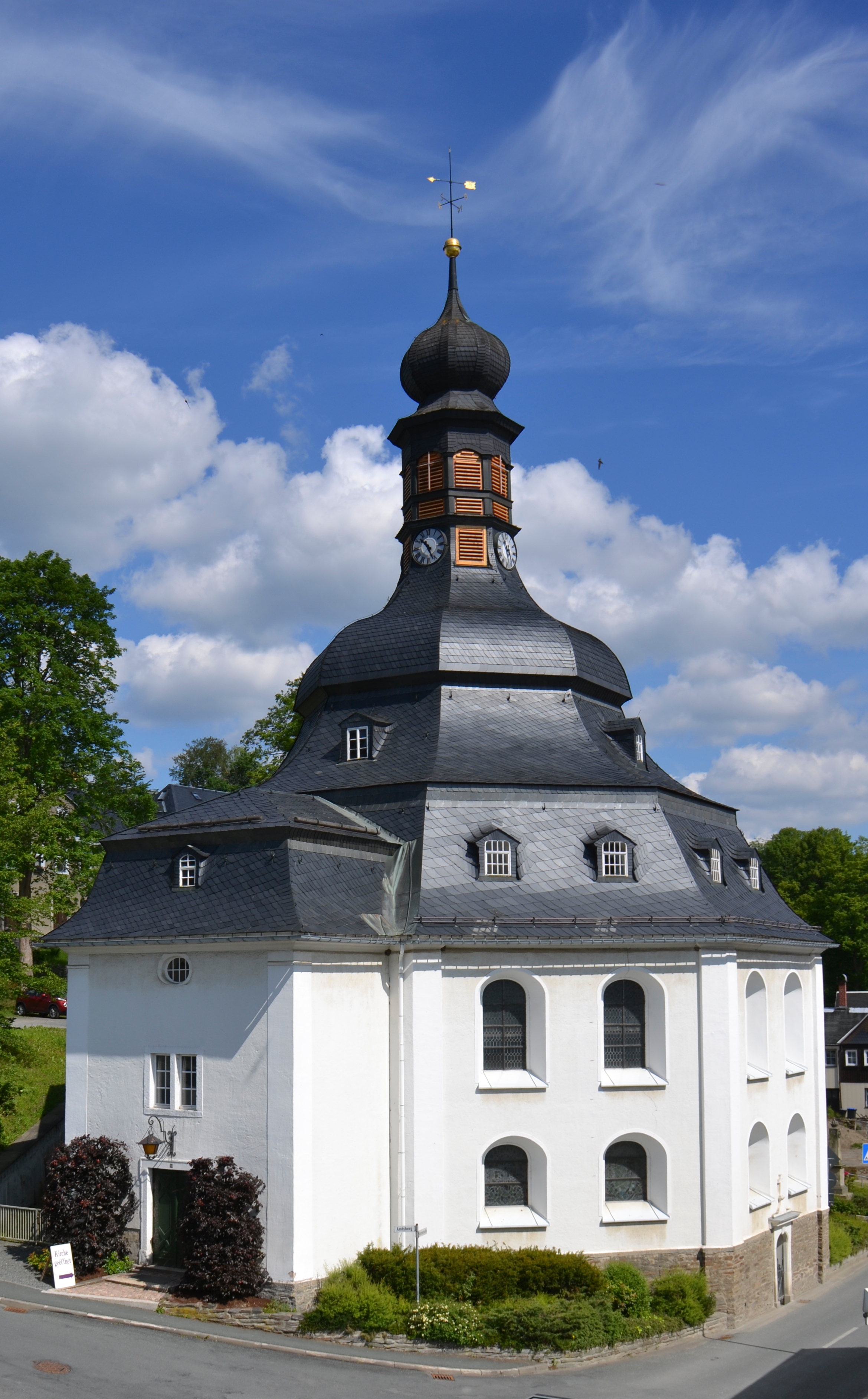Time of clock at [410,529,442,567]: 10:26
